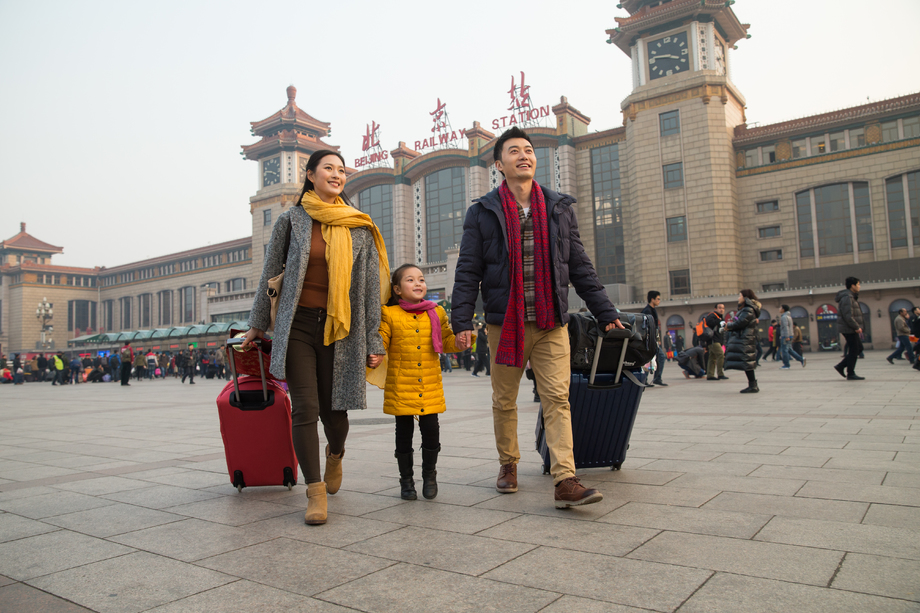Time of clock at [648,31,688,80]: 3:46
